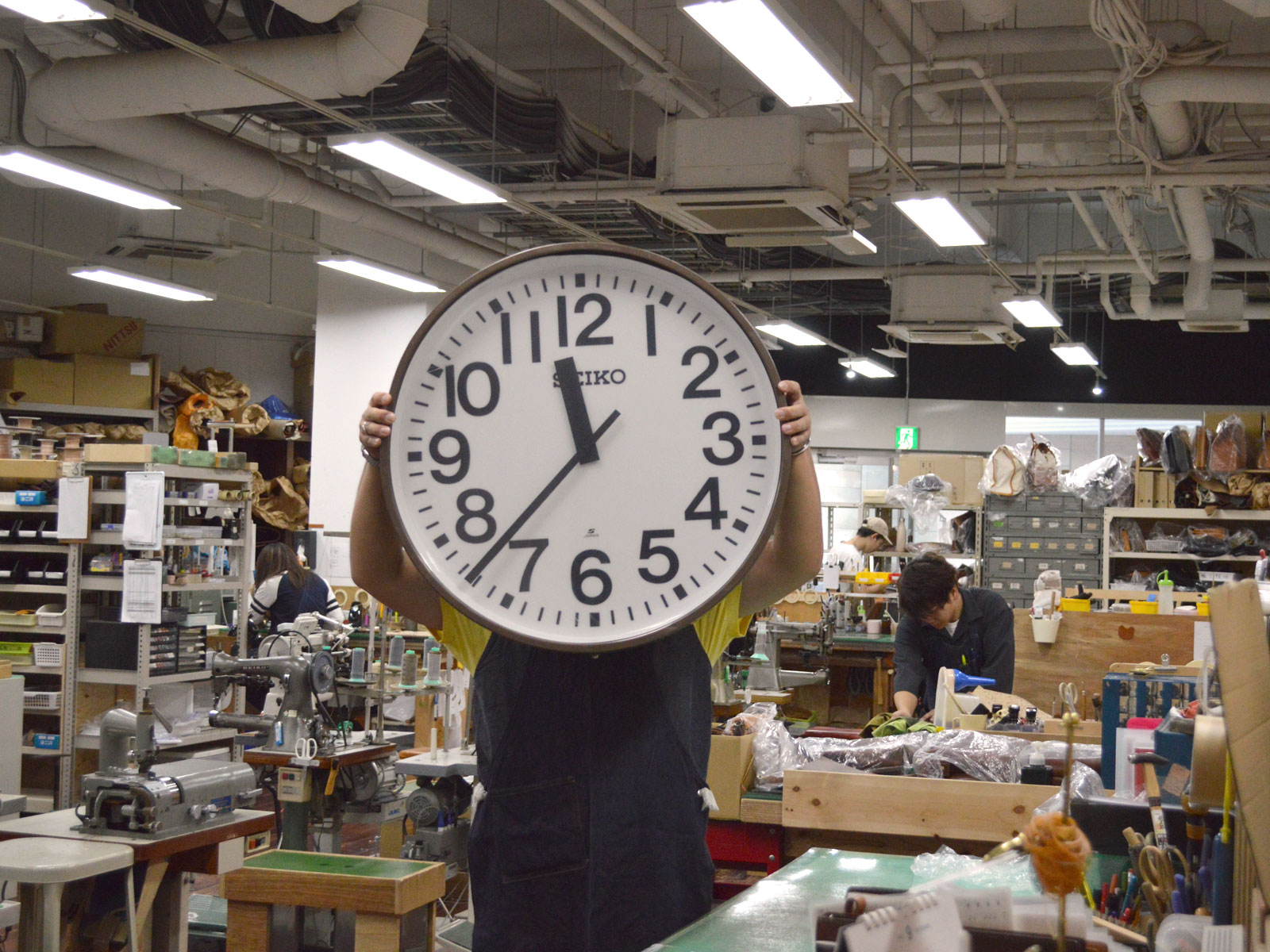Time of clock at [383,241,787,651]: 11:37
